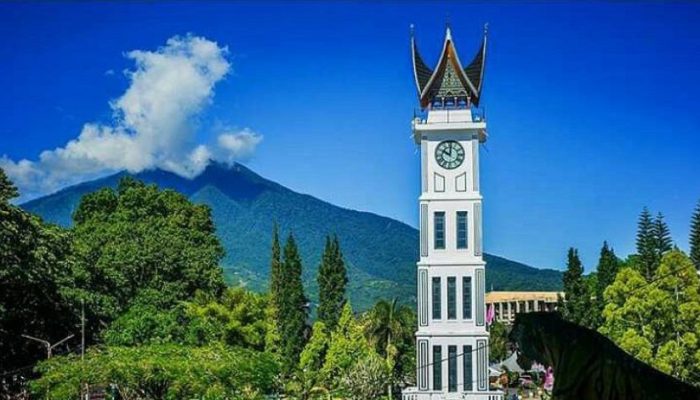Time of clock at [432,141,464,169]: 10:00
